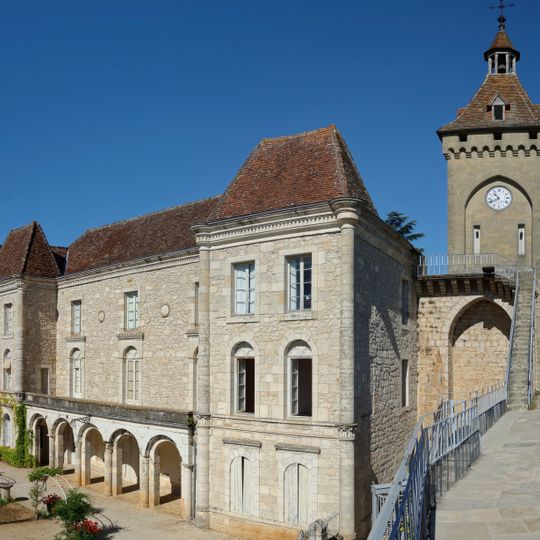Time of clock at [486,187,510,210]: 10:41
